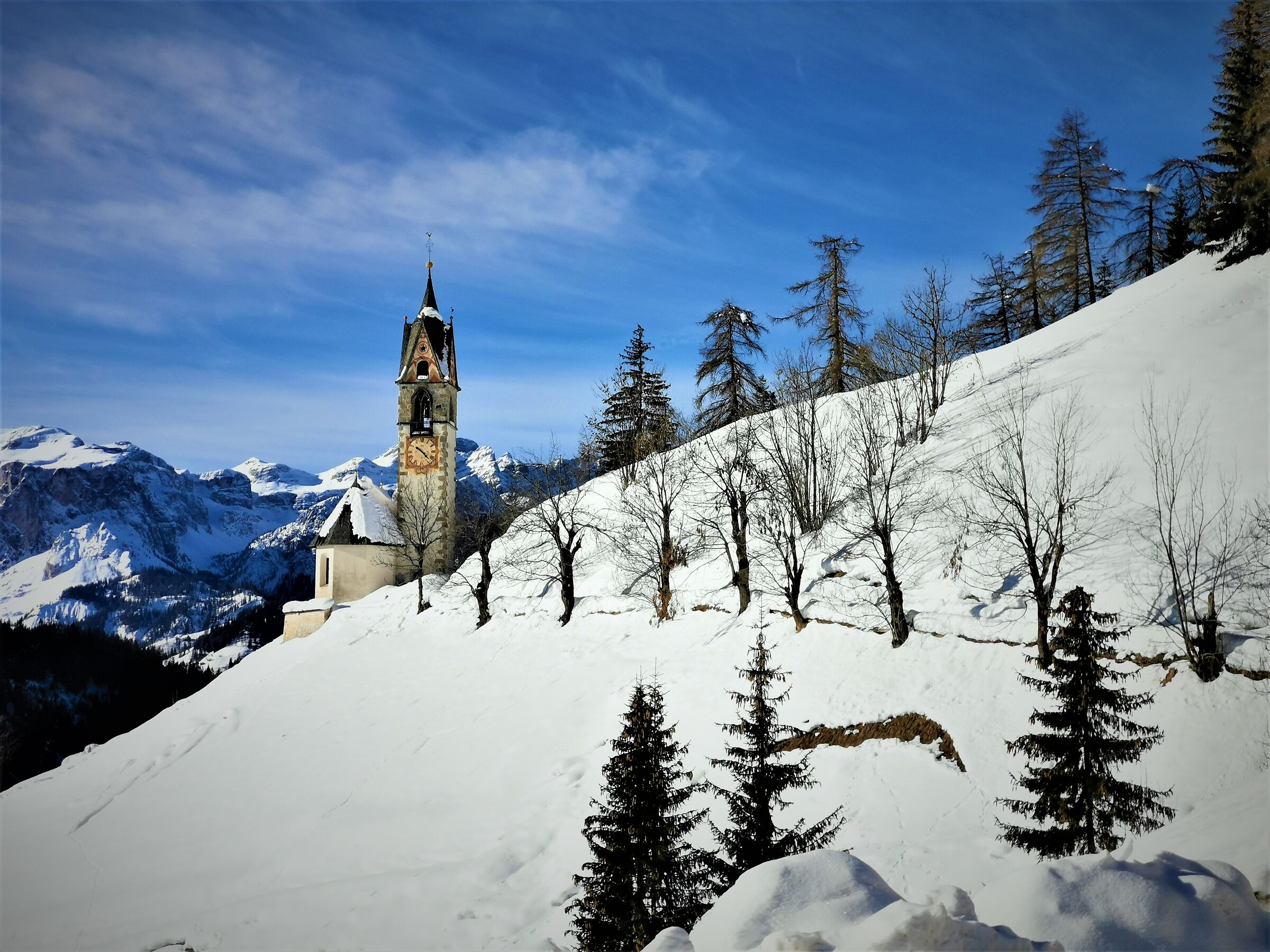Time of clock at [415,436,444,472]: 10:22
